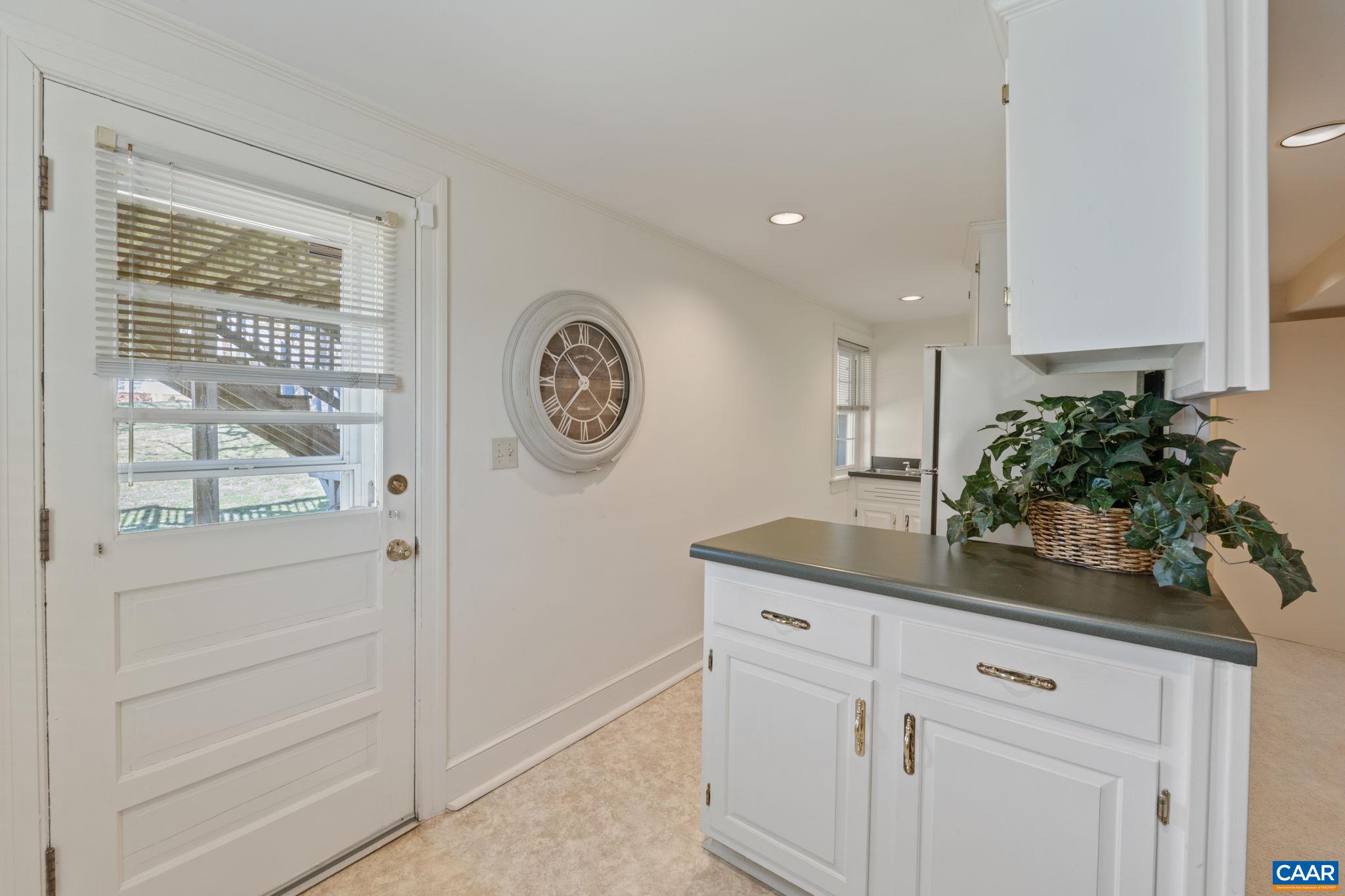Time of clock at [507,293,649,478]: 10:37
